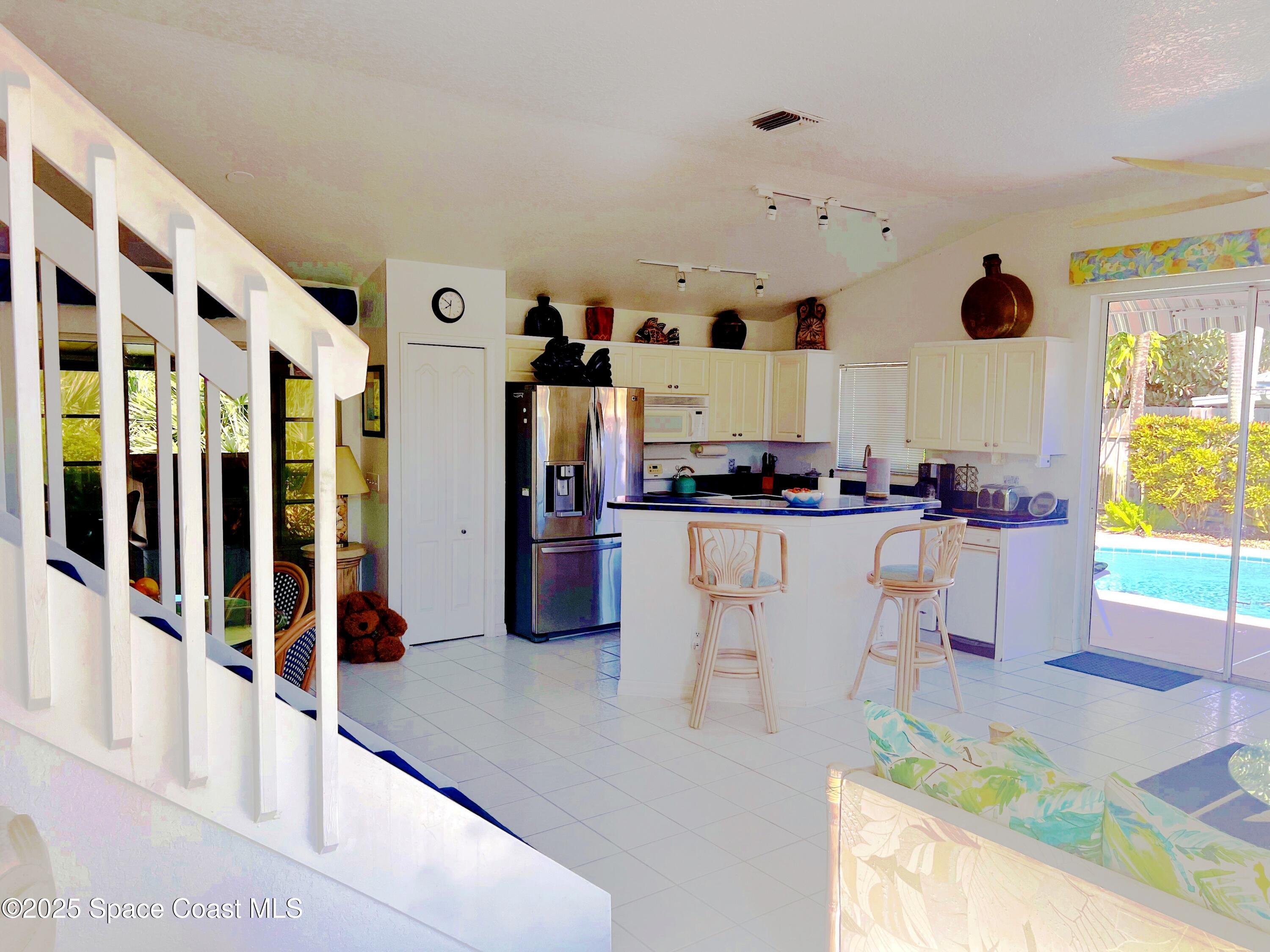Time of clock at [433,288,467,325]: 7:50
